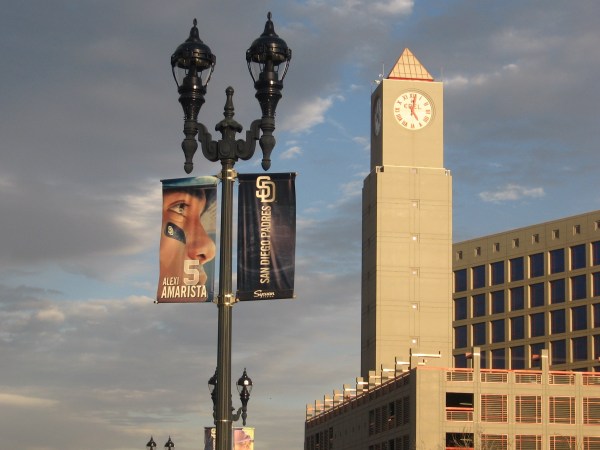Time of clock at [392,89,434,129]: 5:01
